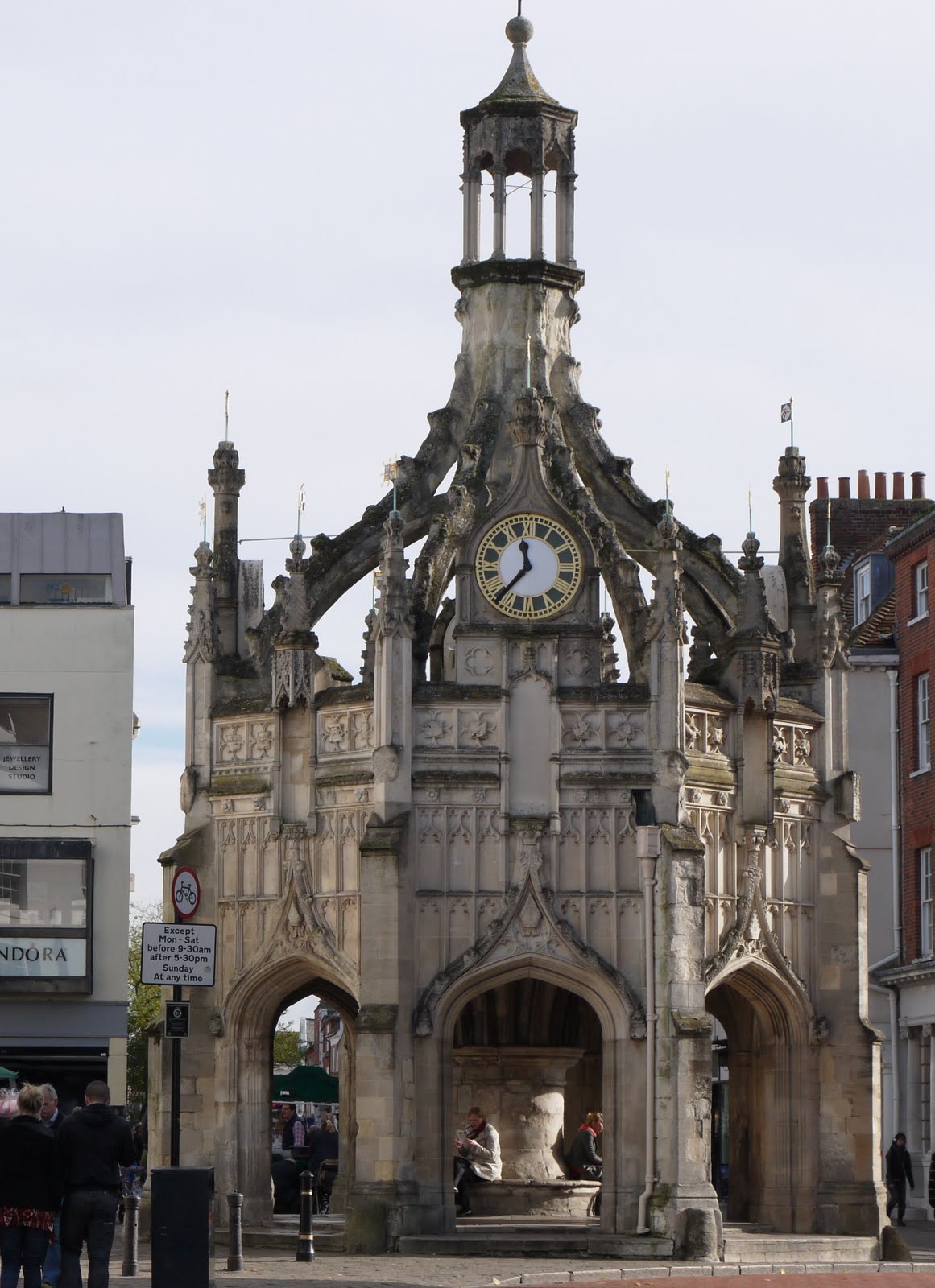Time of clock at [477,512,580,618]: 11:36
